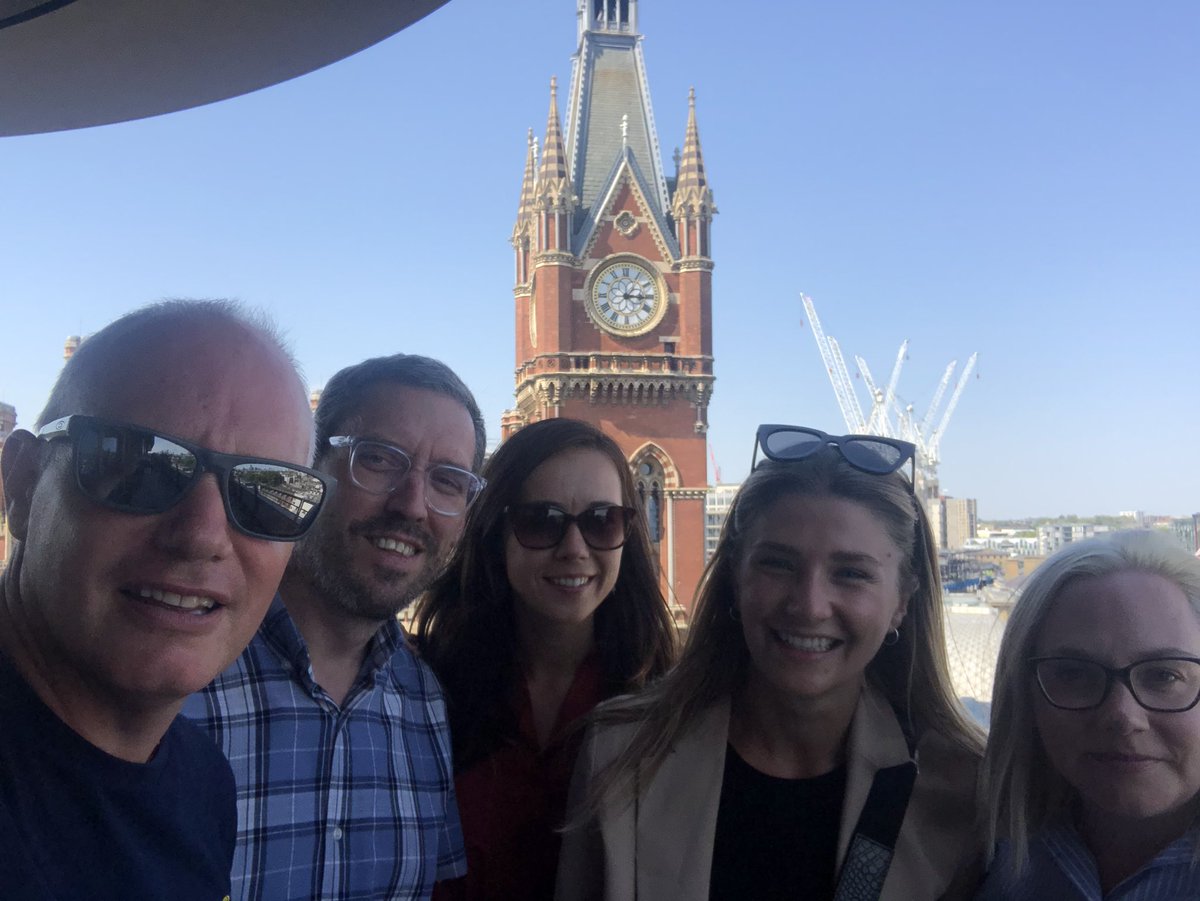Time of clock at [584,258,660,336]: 3:05
